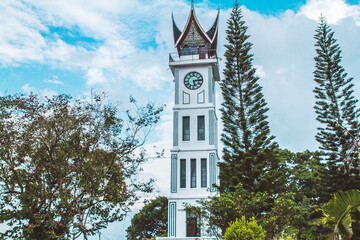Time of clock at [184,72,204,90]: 5:14
